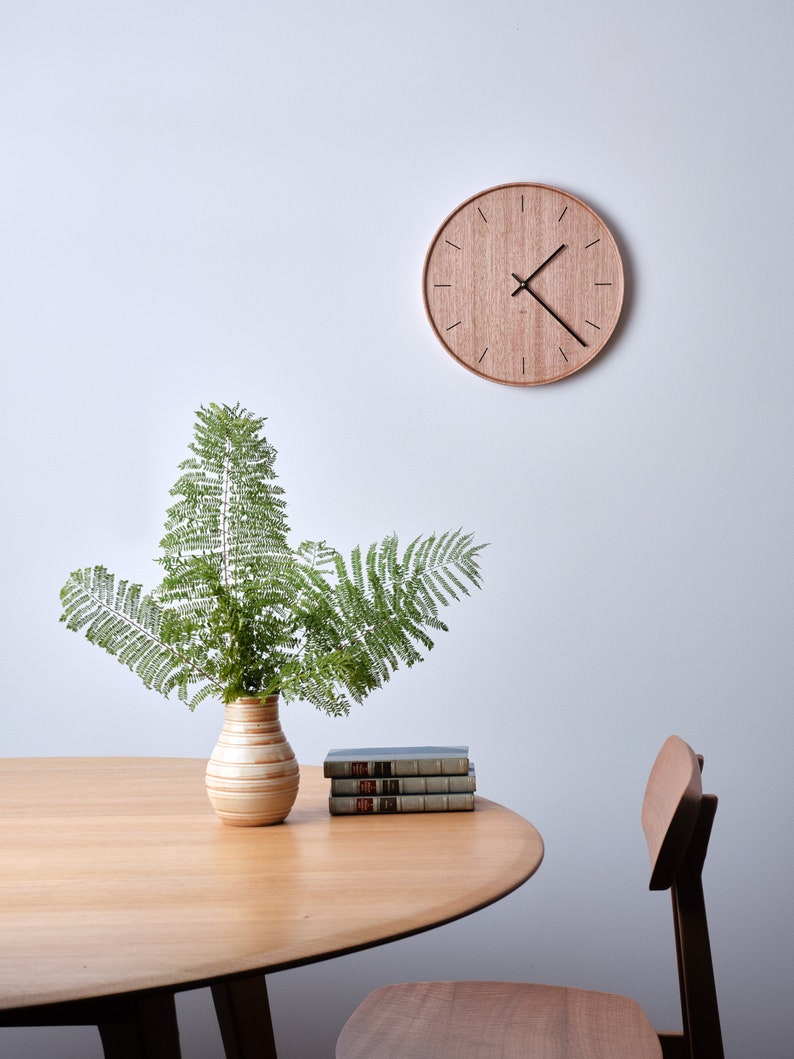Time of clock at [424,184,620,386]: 1:22
